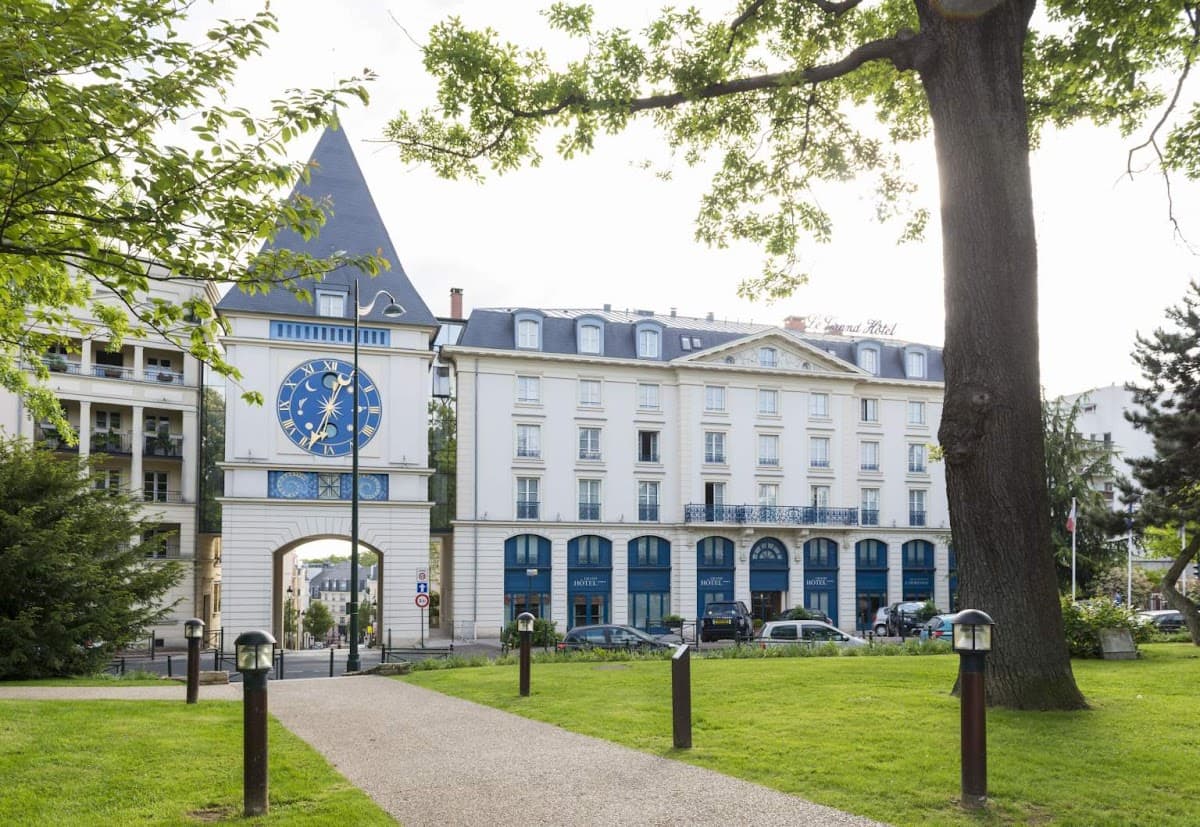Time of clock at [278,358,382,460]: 12:33
